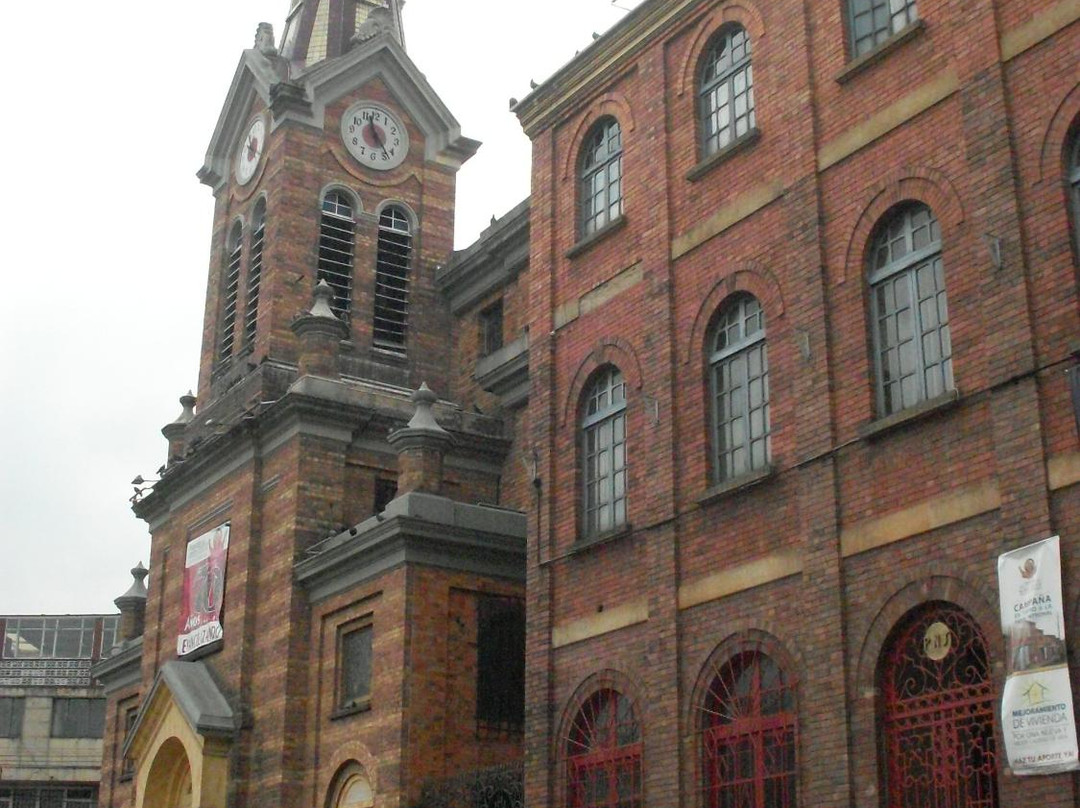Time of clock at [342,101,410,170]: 11:23
